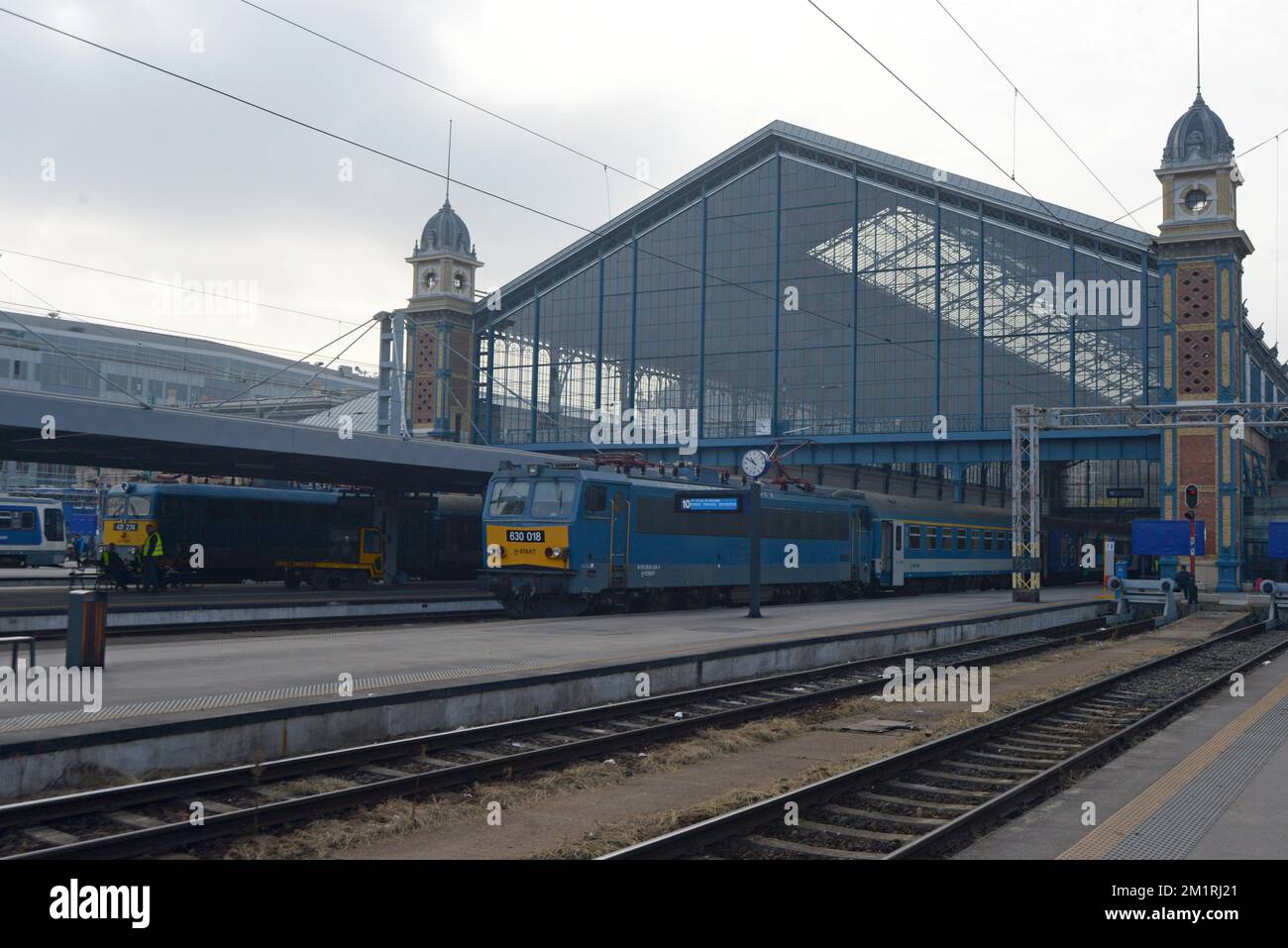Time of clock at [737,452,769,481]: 10:50
